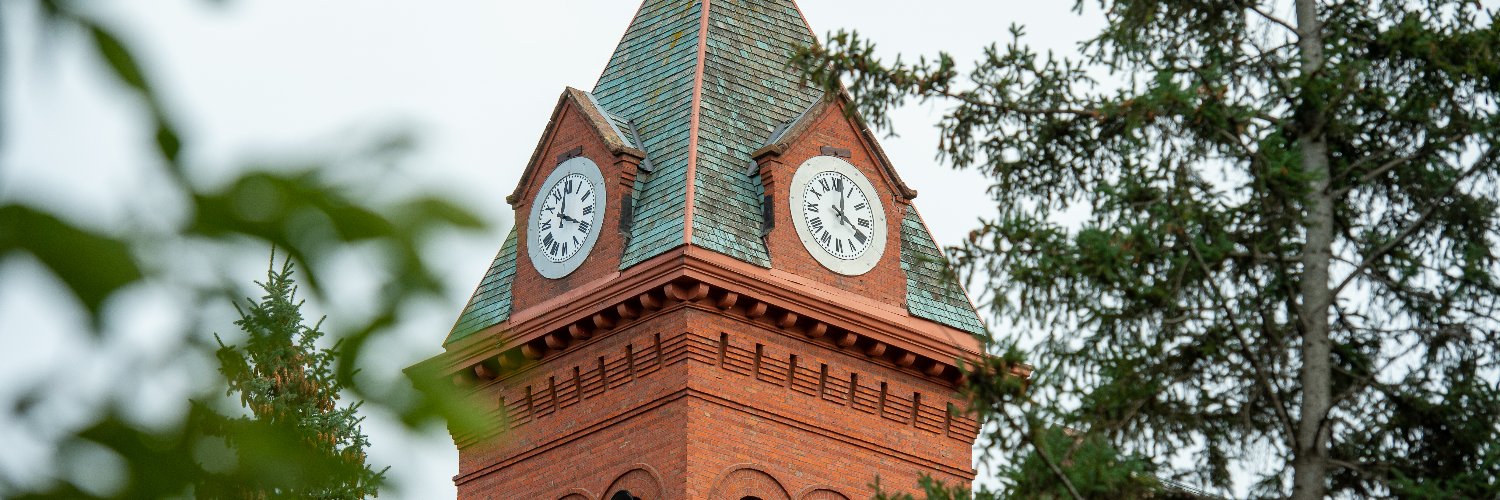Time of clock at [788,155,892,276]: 4:01
